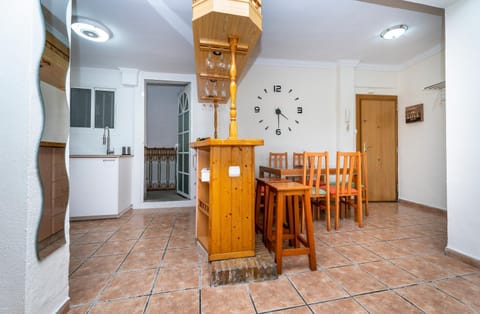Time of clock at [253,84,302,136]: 4:29
